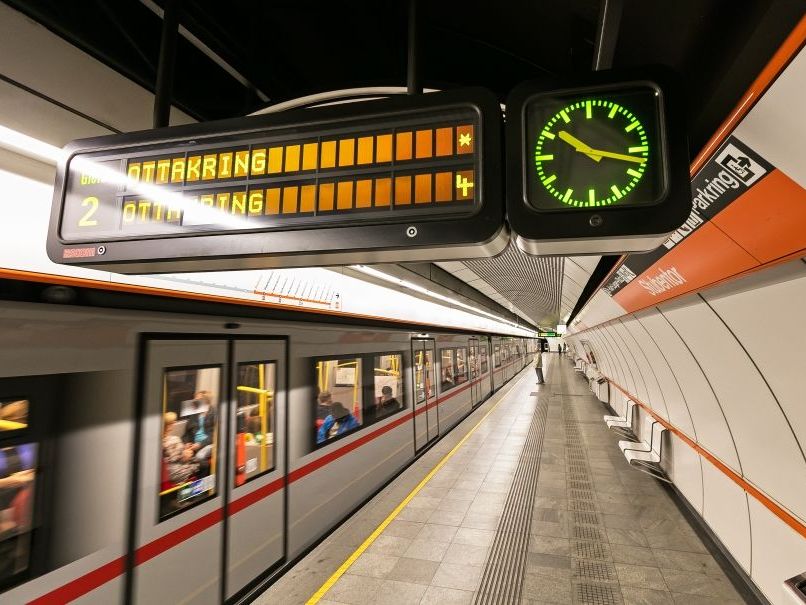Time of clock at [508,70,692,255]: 10:17
